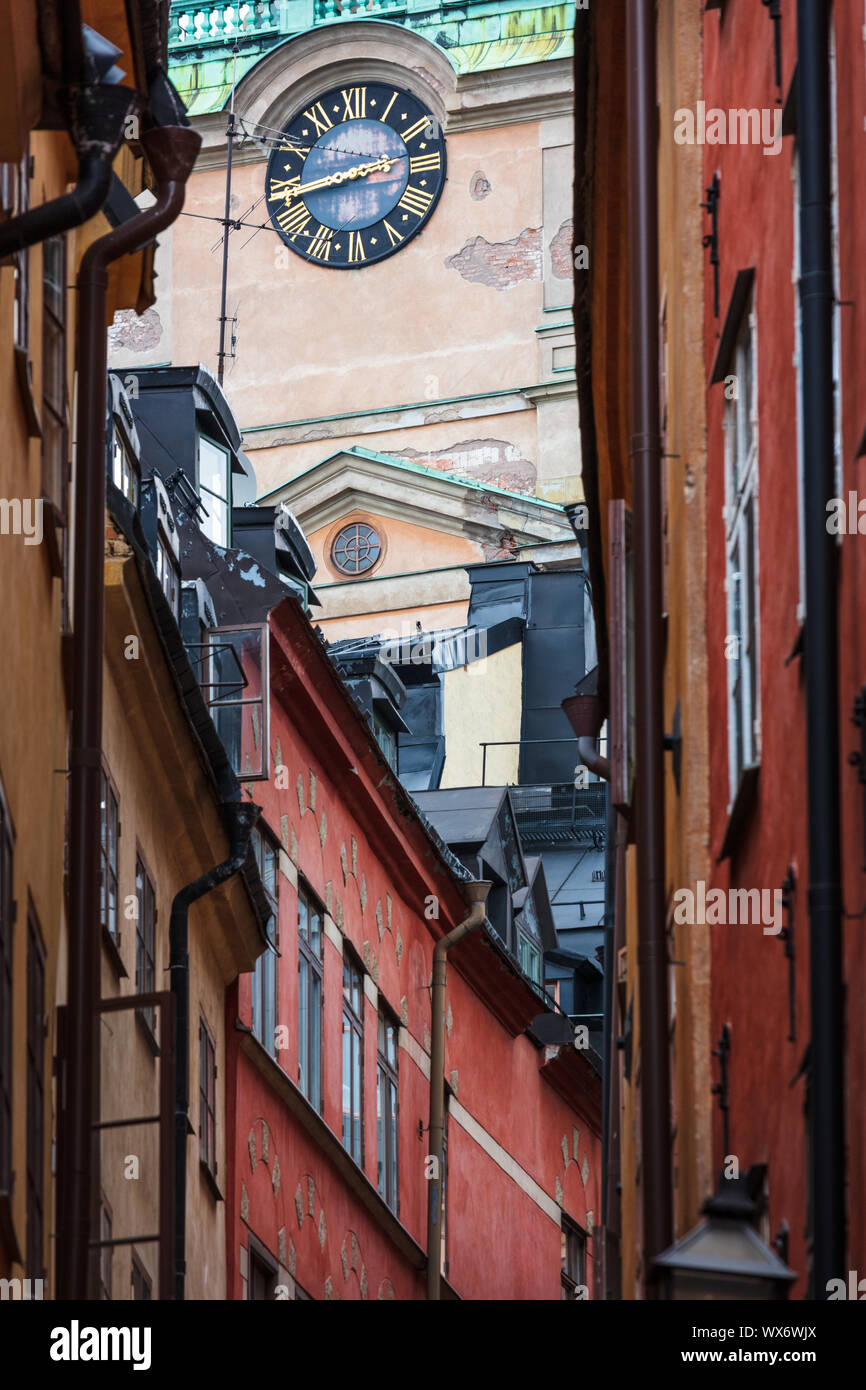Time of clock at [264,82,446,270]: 2:43
